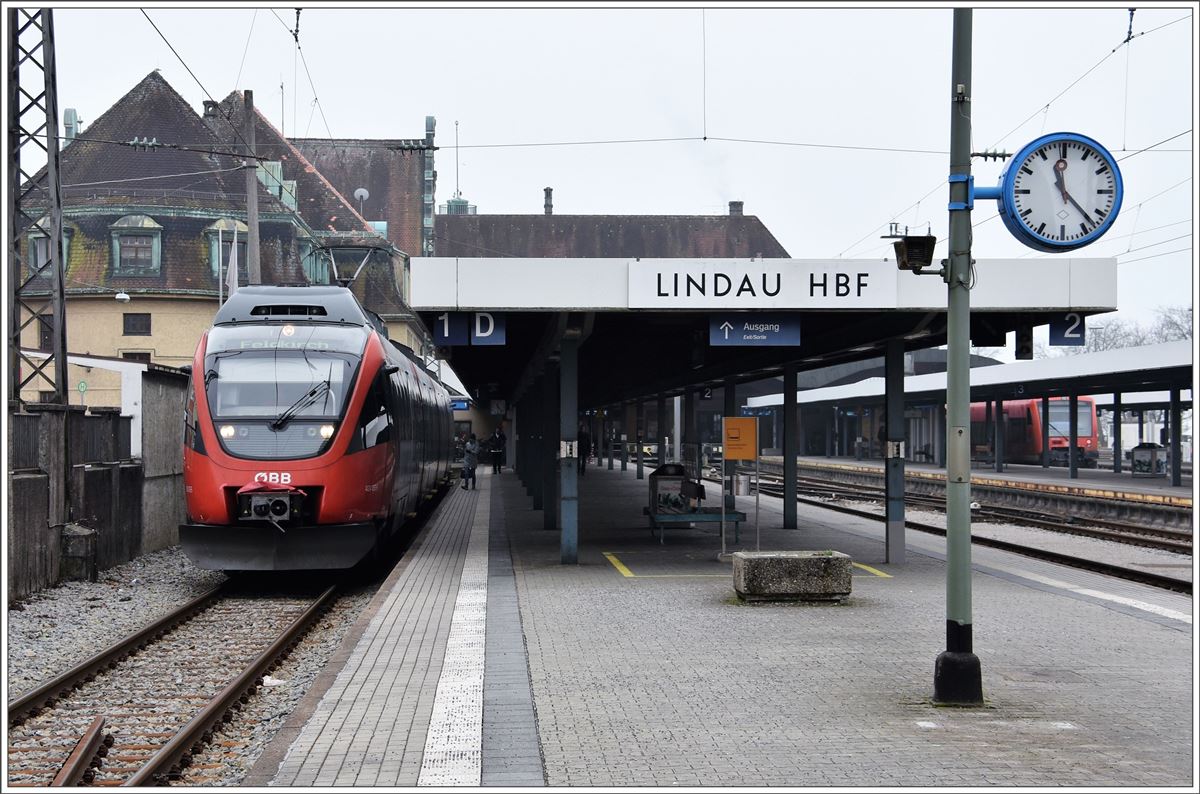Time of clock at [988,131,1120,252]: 11:22
